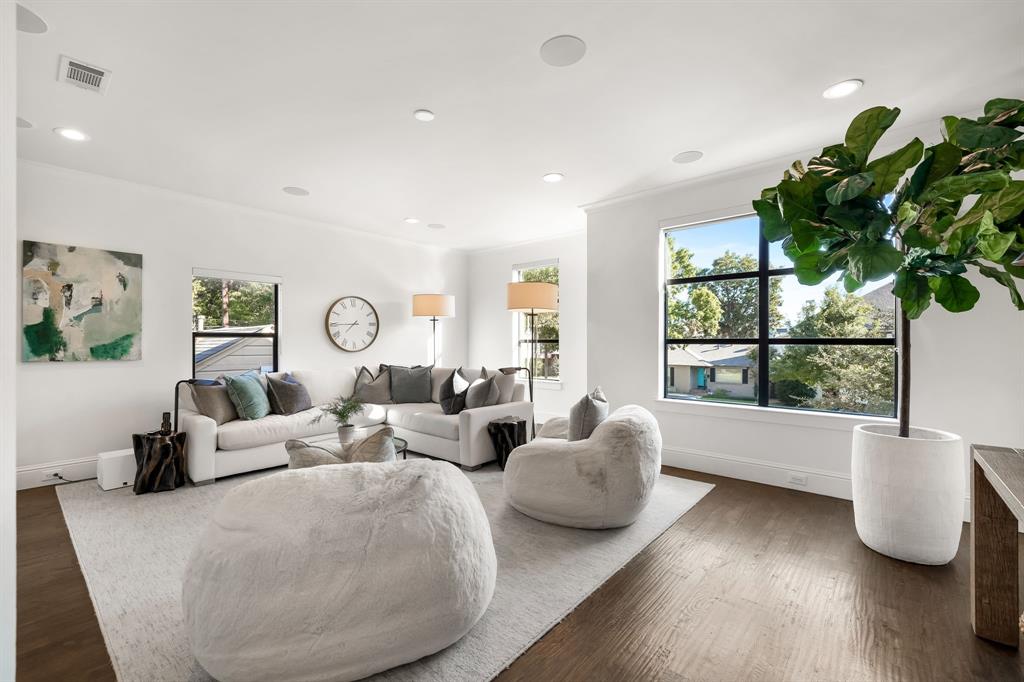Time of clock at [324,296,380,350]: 7:44
